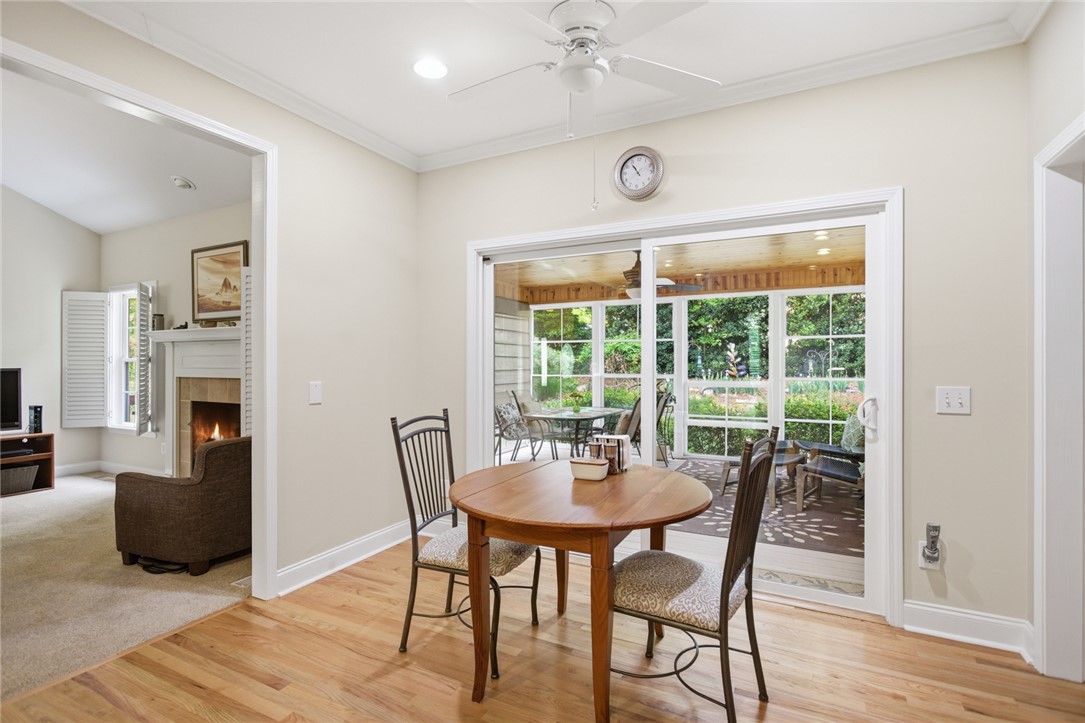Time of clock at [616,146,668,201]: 10:53
